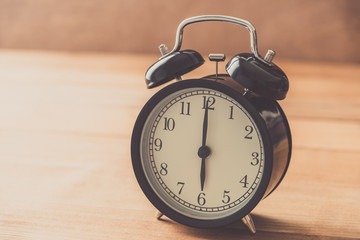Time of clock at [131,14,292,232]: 6:00
